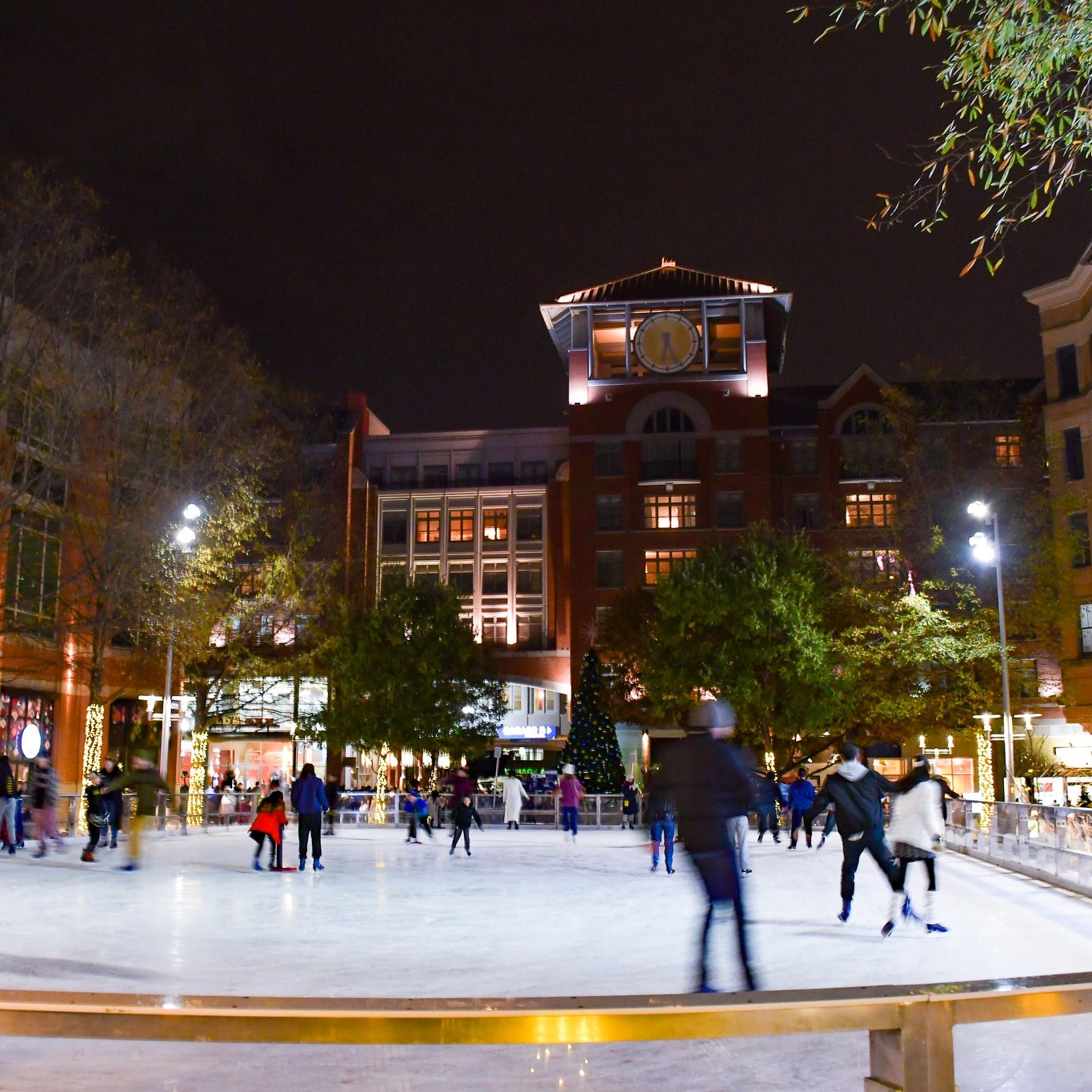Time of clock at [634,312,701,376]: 6:25
